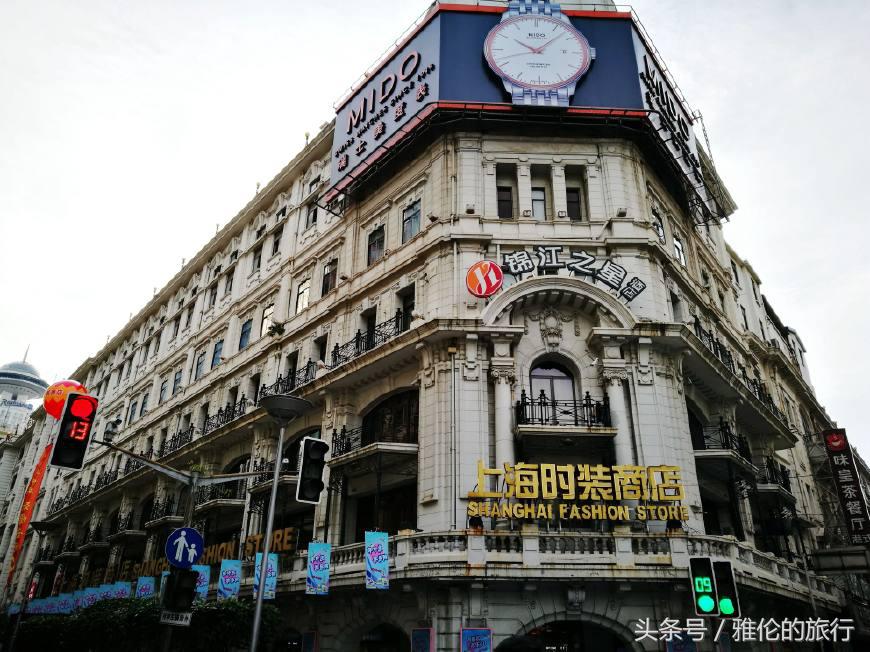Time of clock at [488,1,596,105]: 10:07
